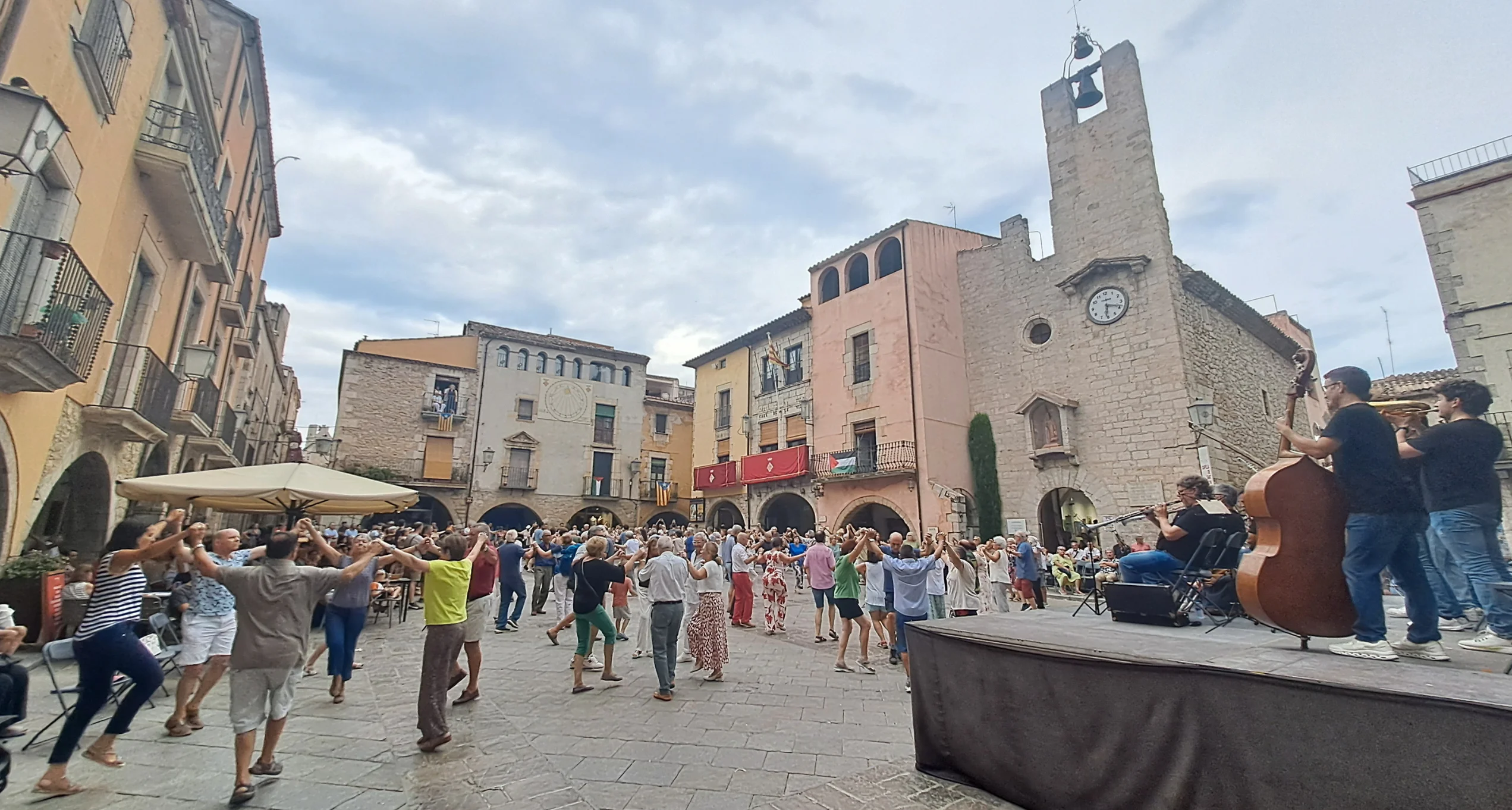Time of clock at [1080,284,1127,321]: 6:18
